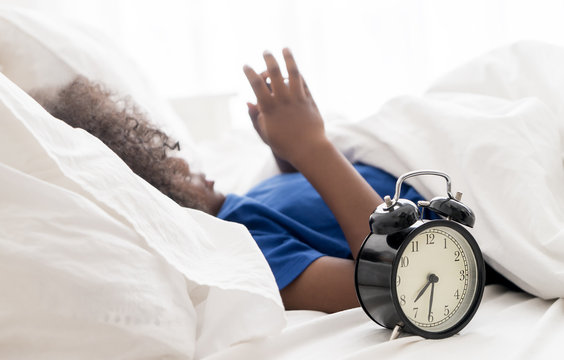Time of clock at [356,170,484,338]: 7:31
